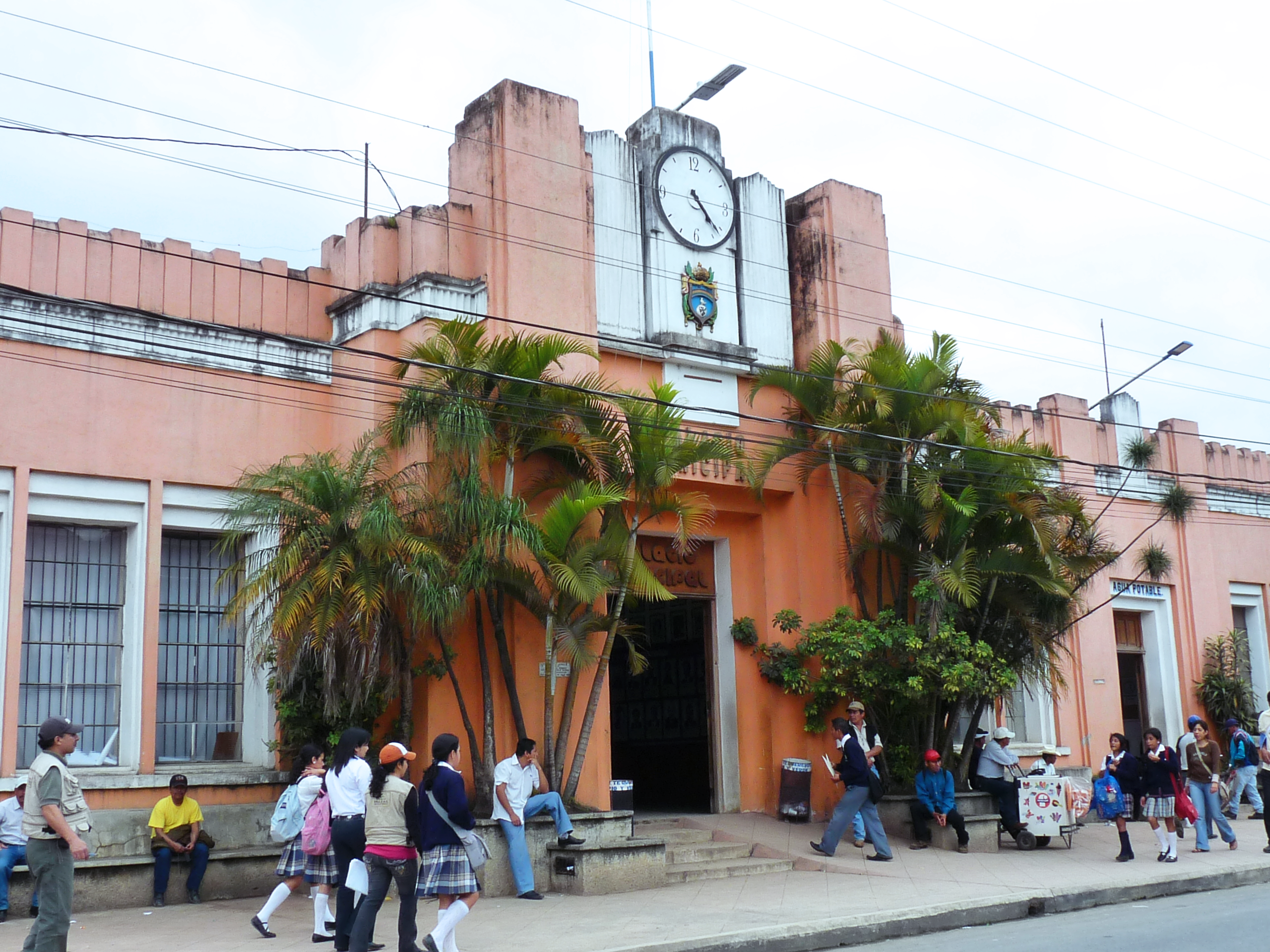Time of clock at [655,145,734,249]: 4:22
